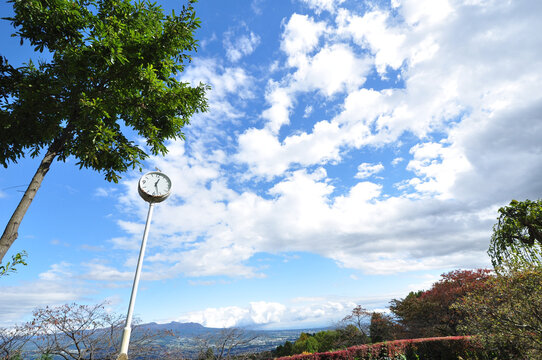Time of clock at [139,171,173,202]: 12:27
